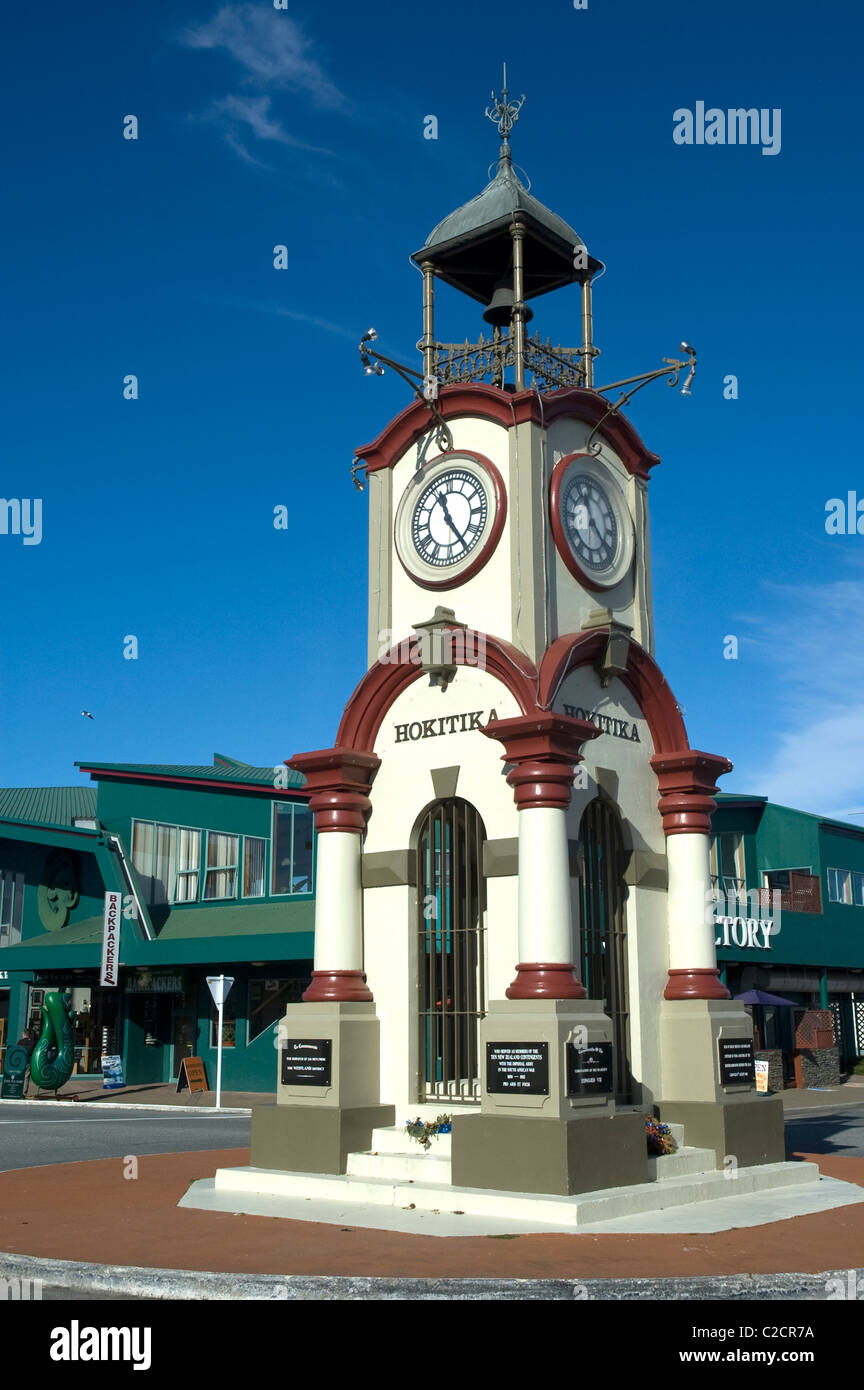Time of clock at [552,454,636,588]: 11:21
